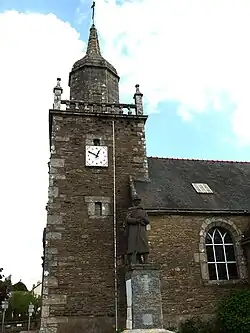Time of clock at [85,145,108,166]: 12:49
